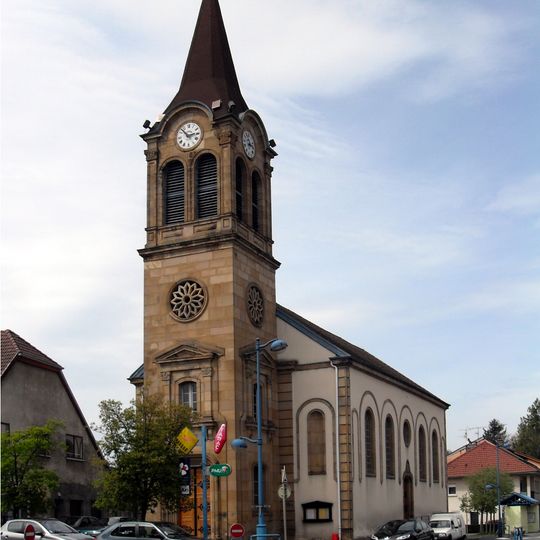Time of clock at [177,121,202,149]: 2:53
